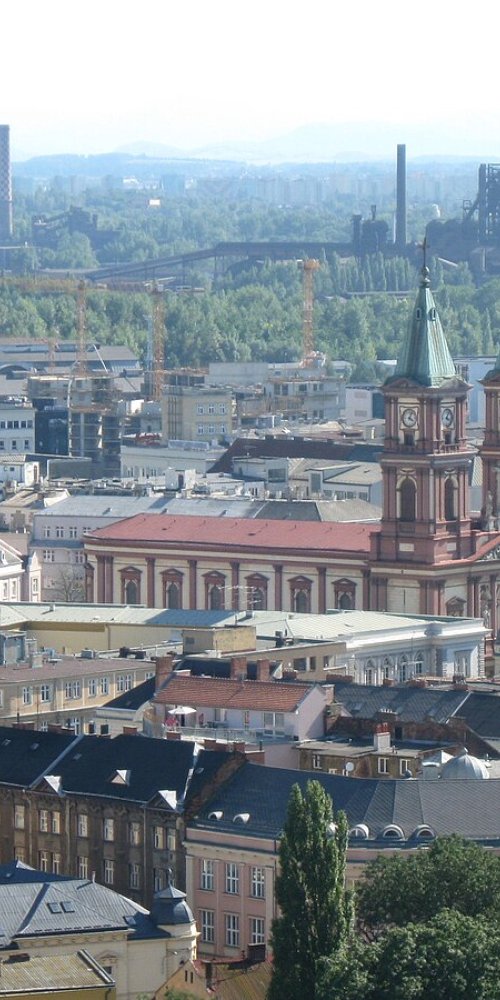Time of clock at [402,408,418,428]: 4:04
